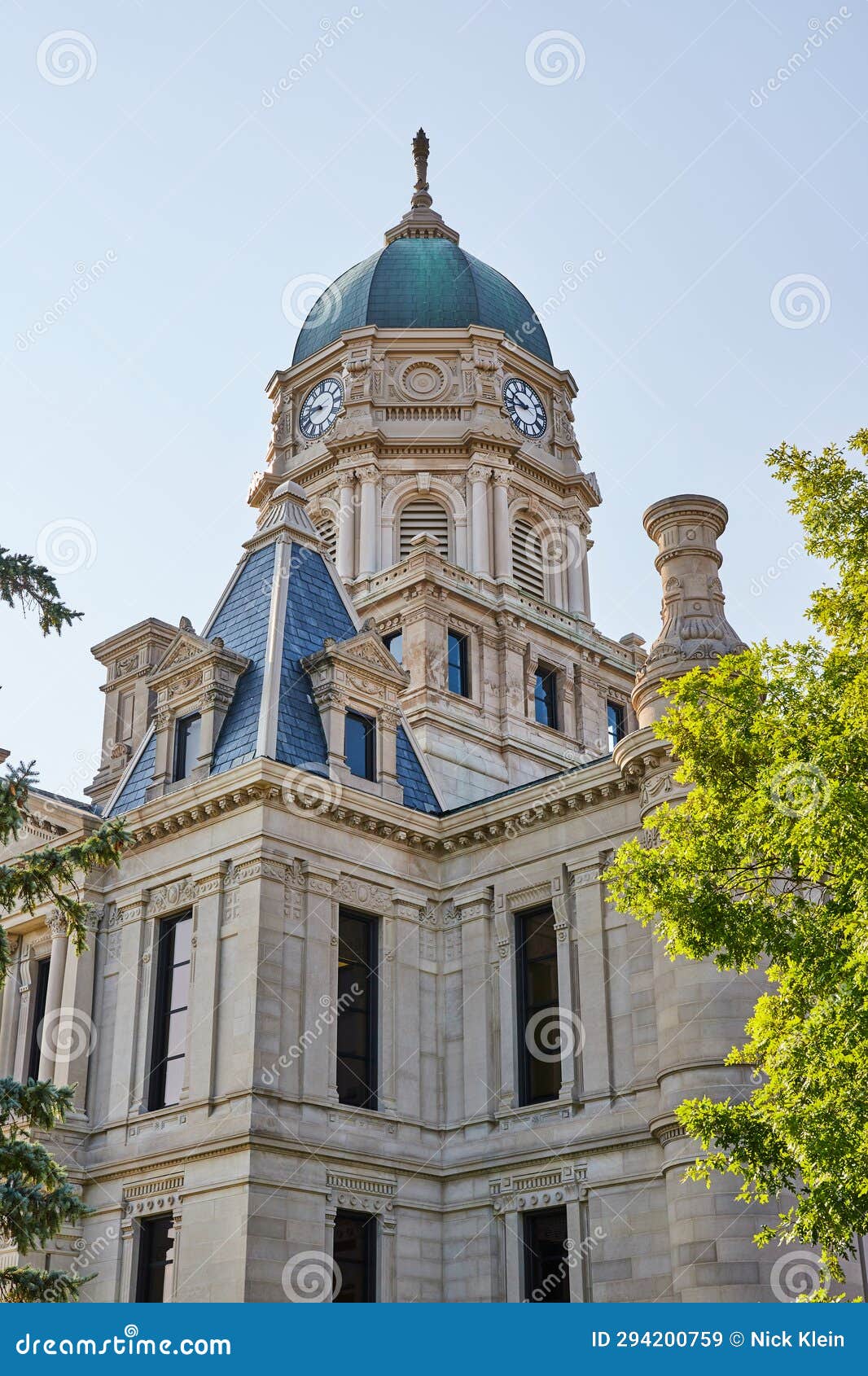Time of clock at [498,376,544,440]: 9:42
